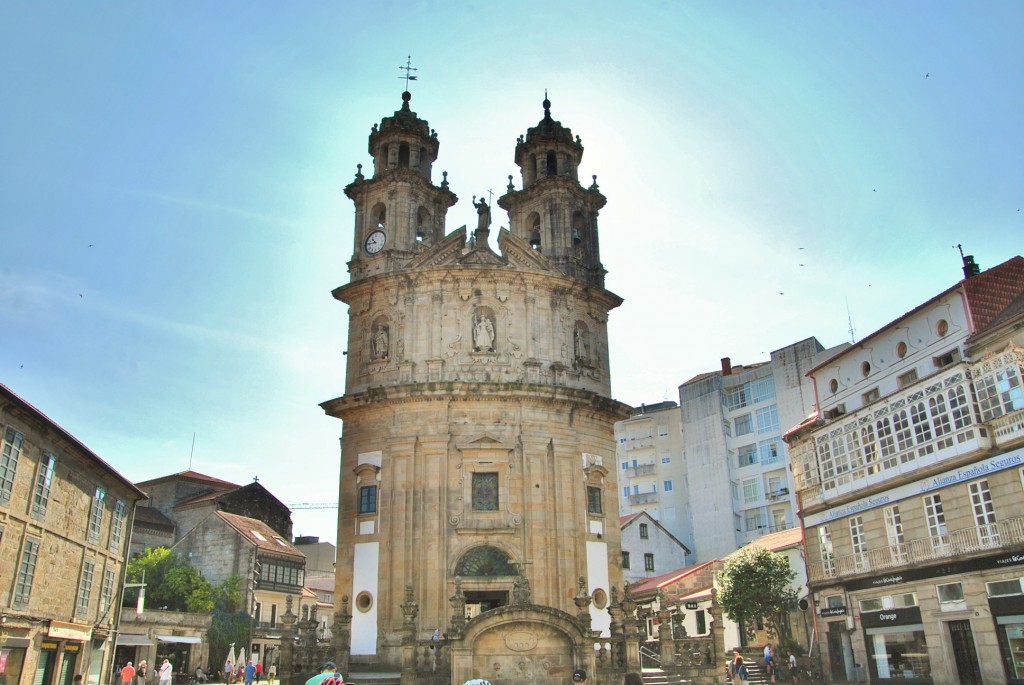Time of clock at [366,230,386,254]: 10:45
